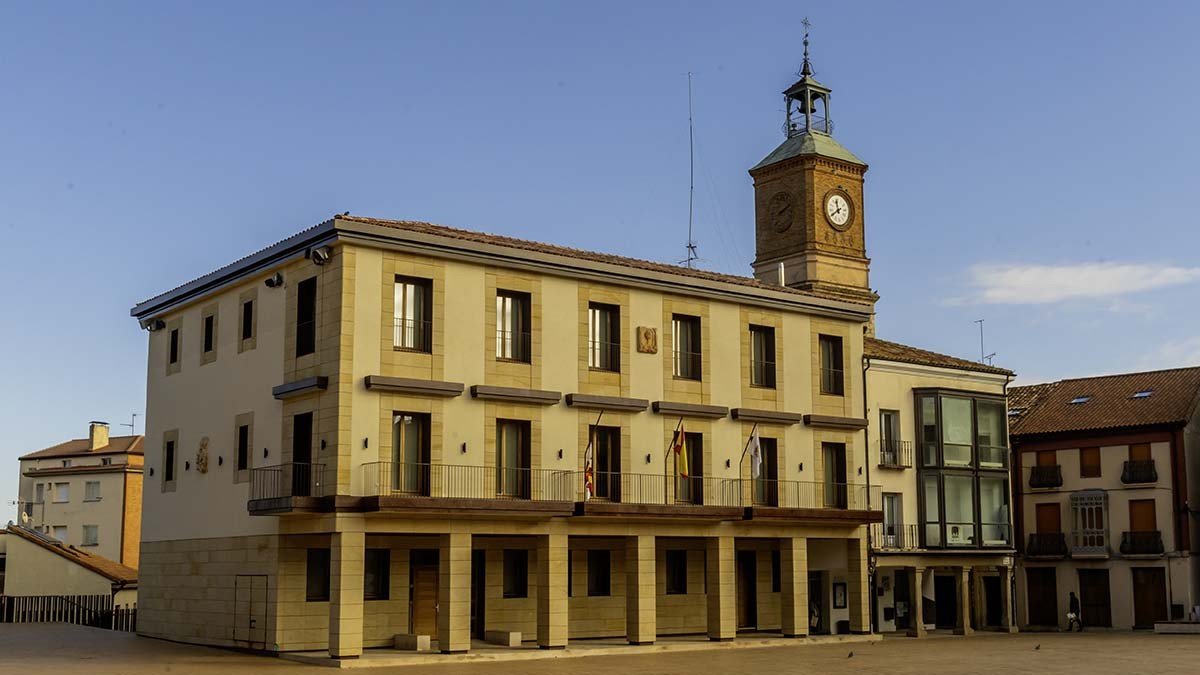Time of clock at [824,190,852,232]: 11:40
